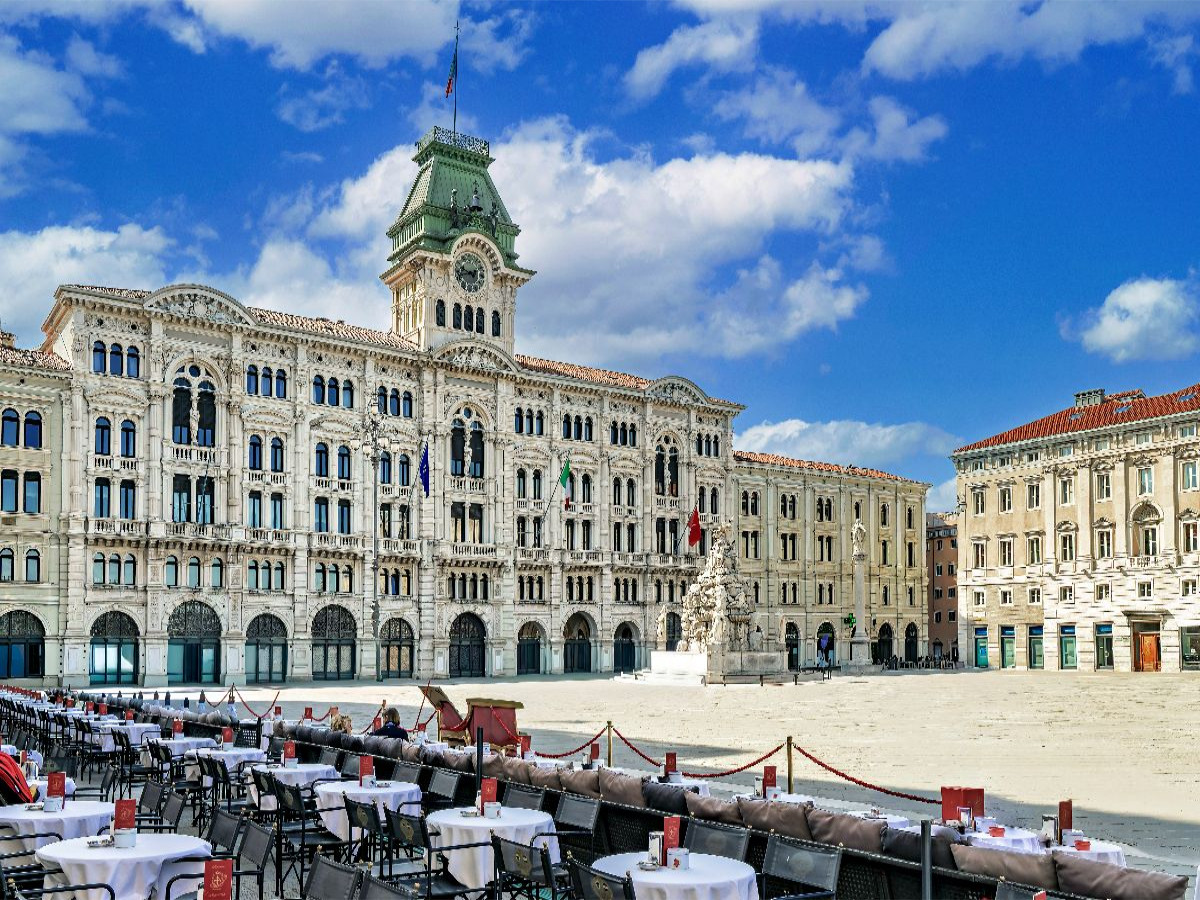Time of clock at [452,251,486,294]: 9:42
